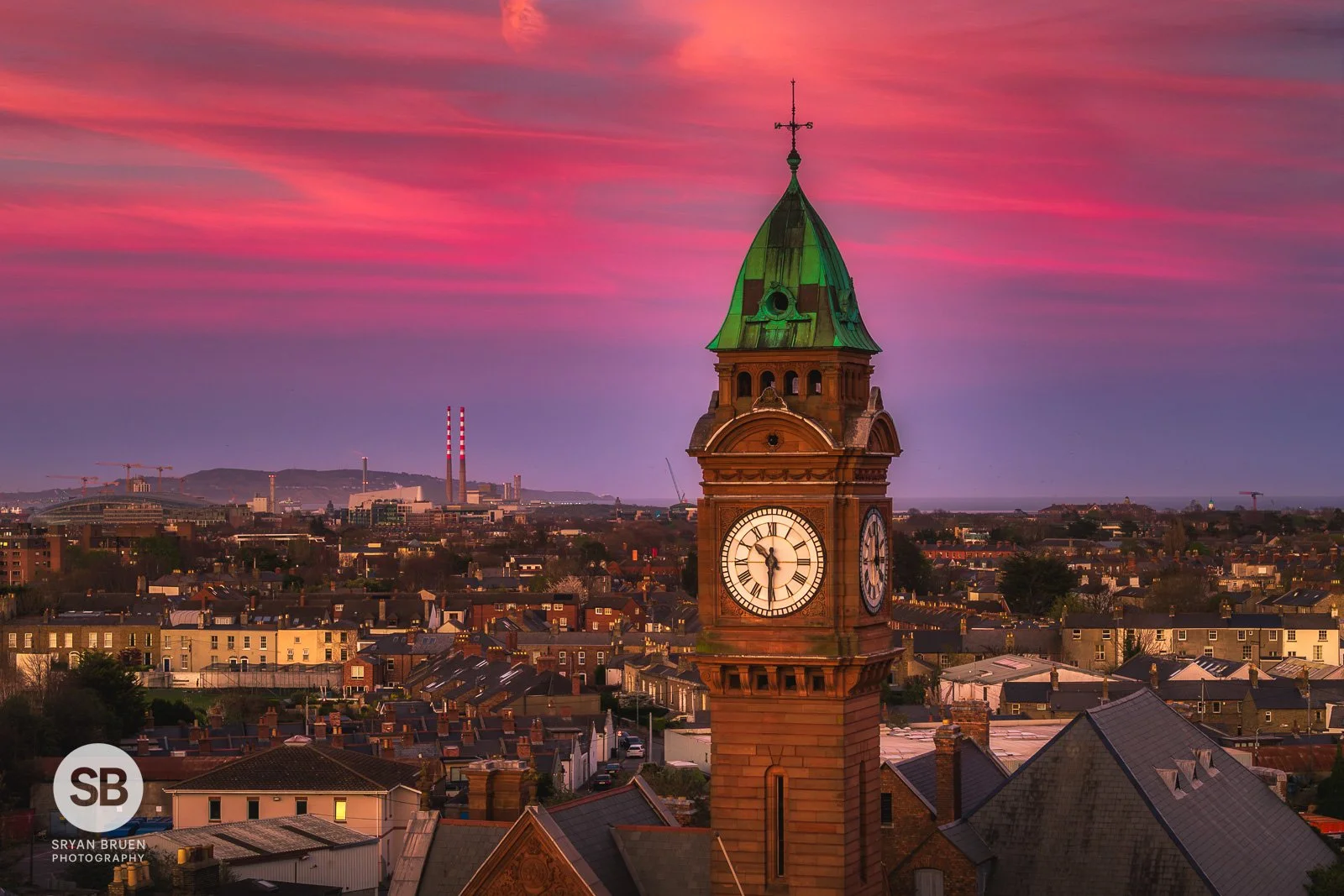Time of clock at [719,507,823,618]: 10:30
